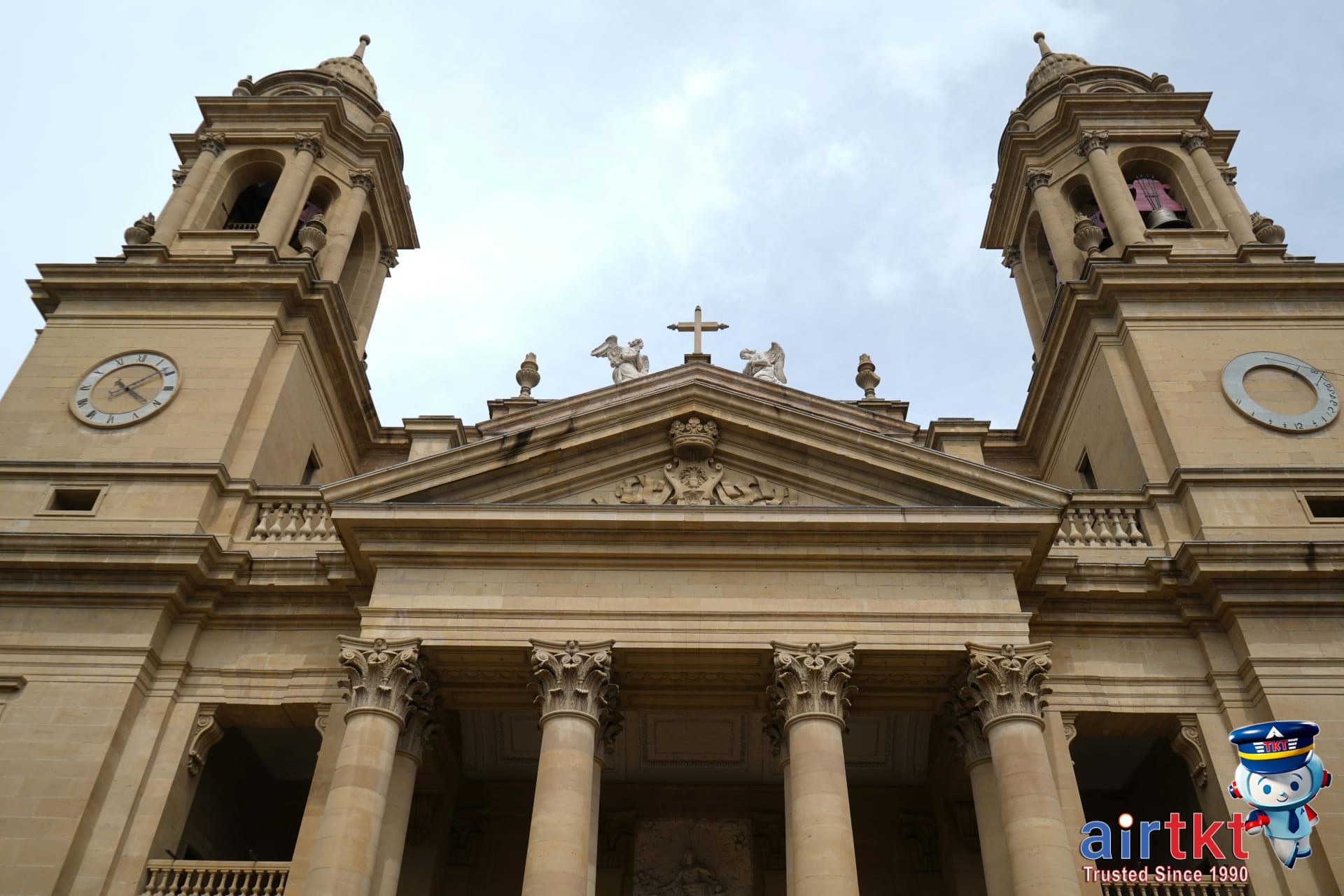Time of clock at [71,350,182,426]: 4:08
